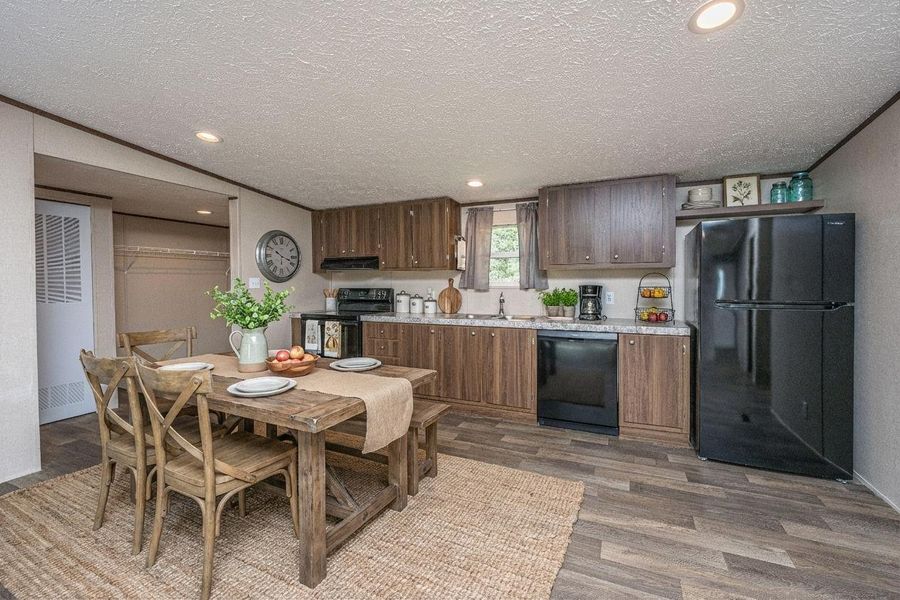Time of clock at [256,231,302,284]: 10:18
